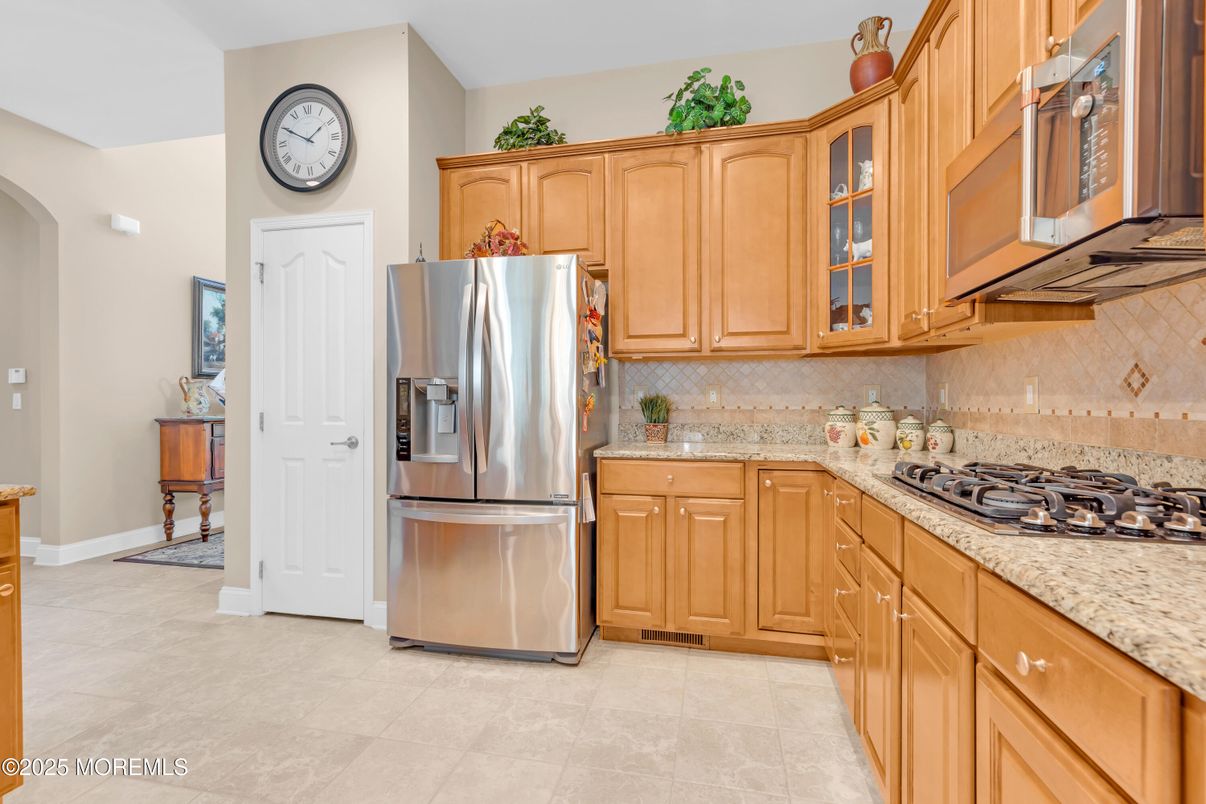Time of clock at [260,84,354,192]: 1:49
